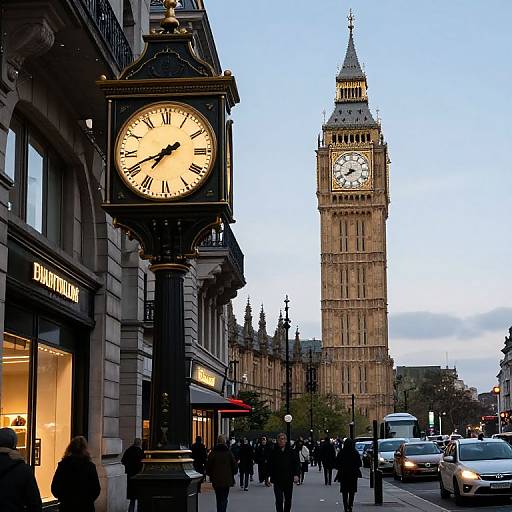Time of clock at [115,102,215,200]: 7:41
